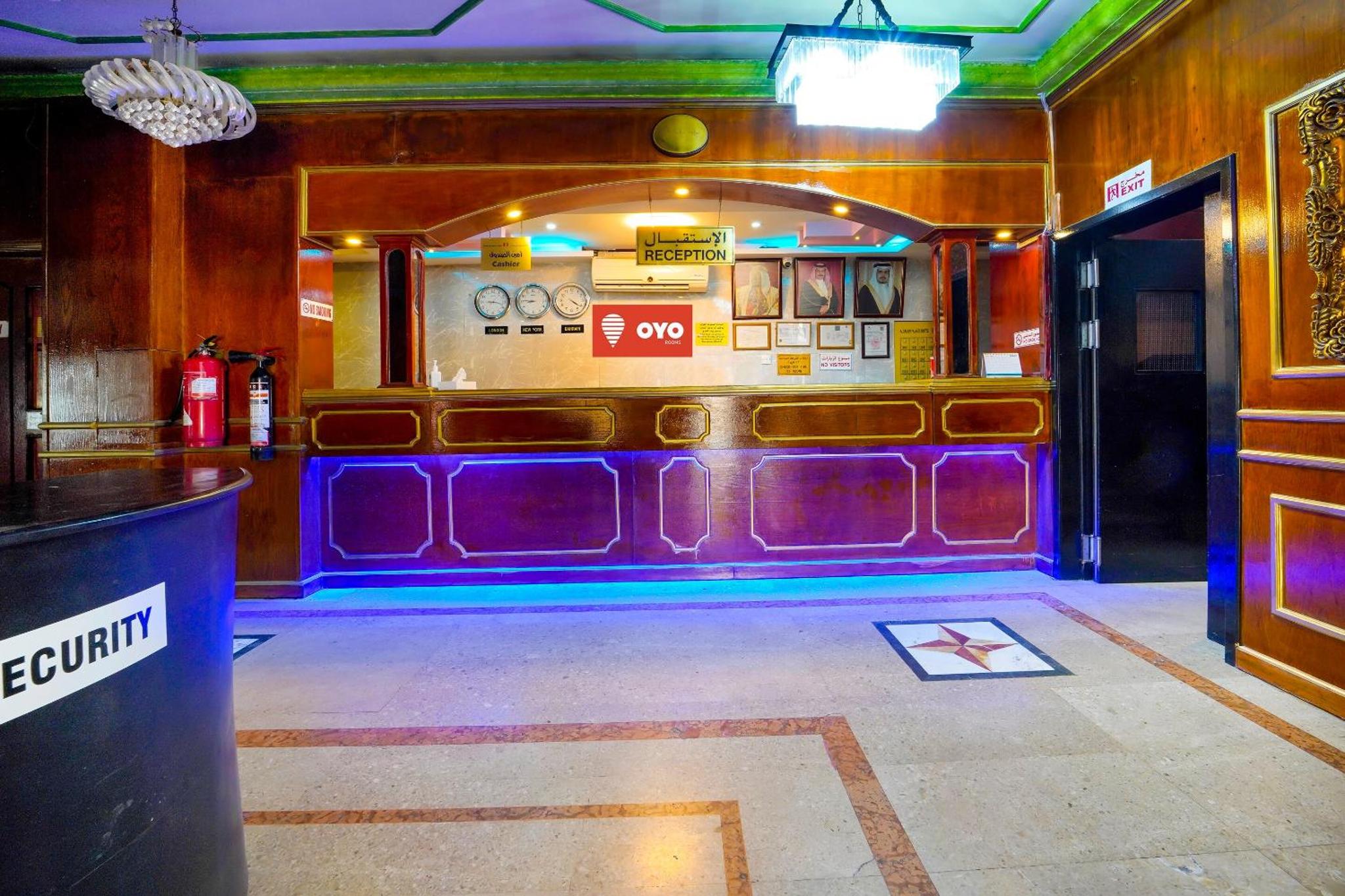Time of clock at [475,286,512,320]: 9:17
